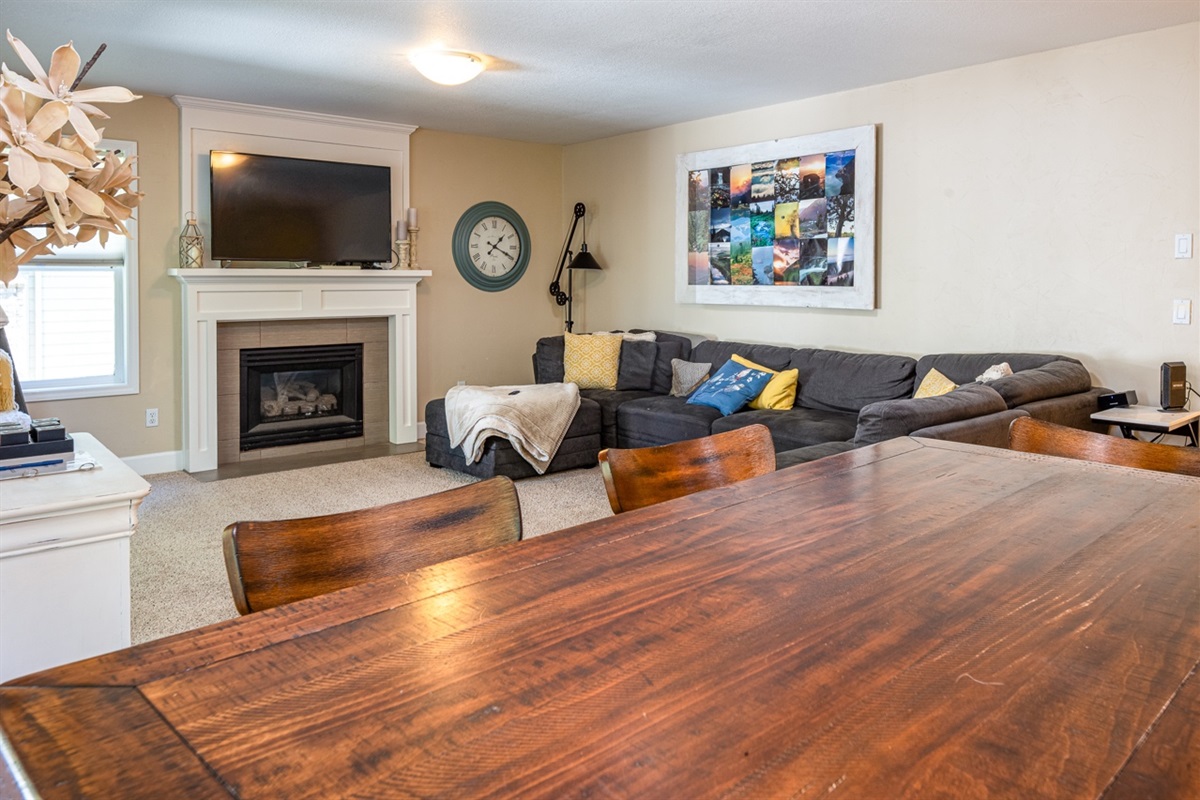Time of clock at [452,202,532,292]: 1:19
